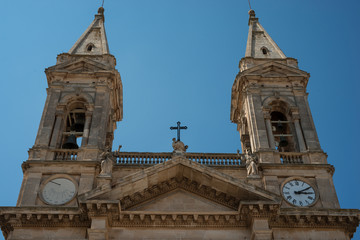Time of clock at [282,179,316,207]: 3:10
